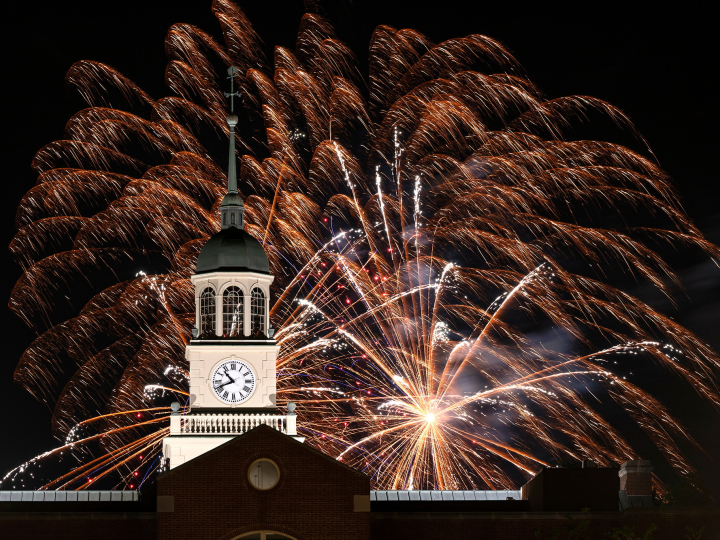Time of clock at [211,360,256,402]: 10:41
